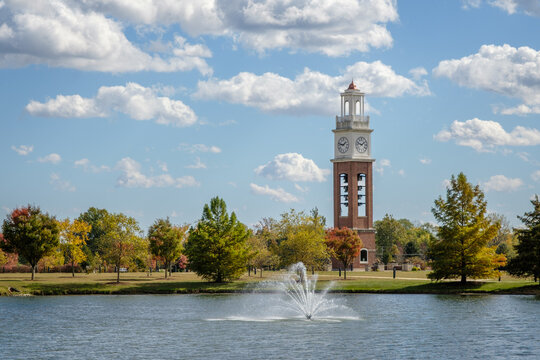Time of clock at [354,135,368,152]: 1:47
